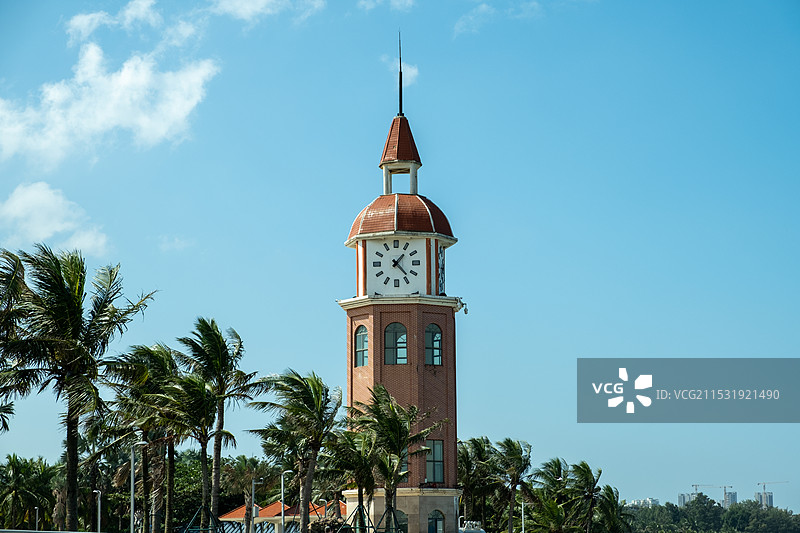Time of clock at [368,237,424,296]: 1:22
